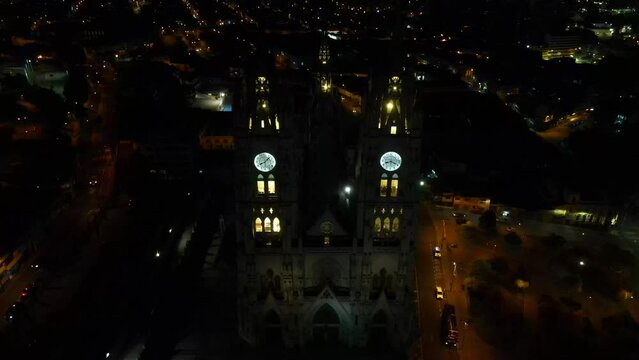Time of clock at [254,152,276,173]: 8:07
